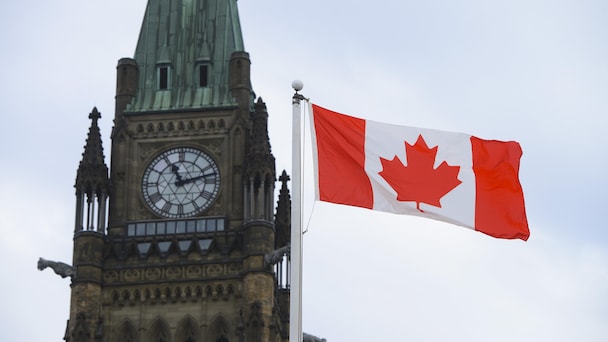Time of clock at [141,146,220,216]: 11:12
